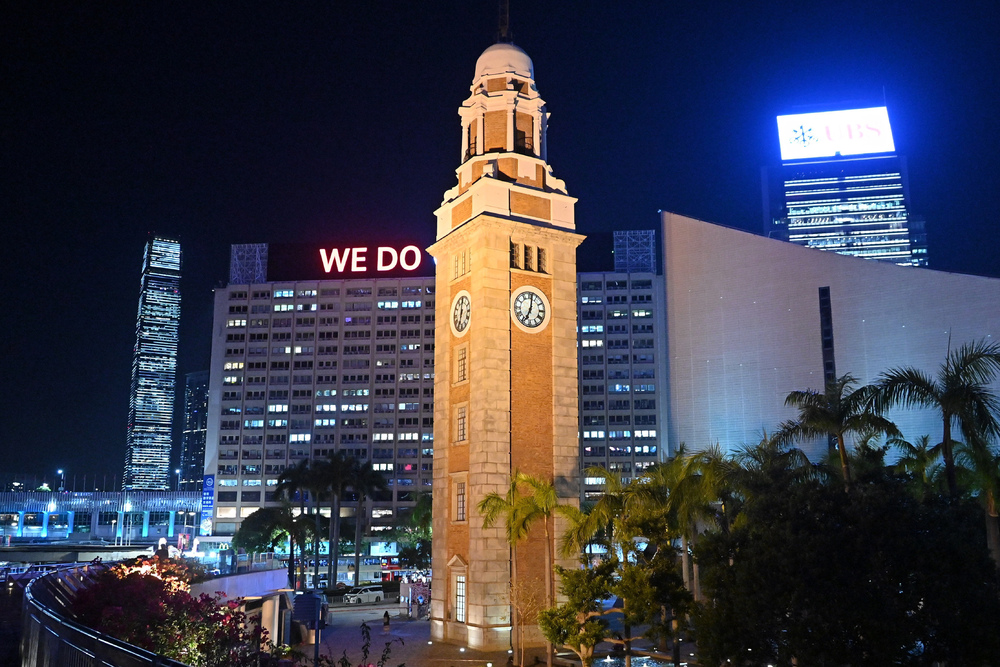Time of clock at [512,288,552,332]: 7:01
